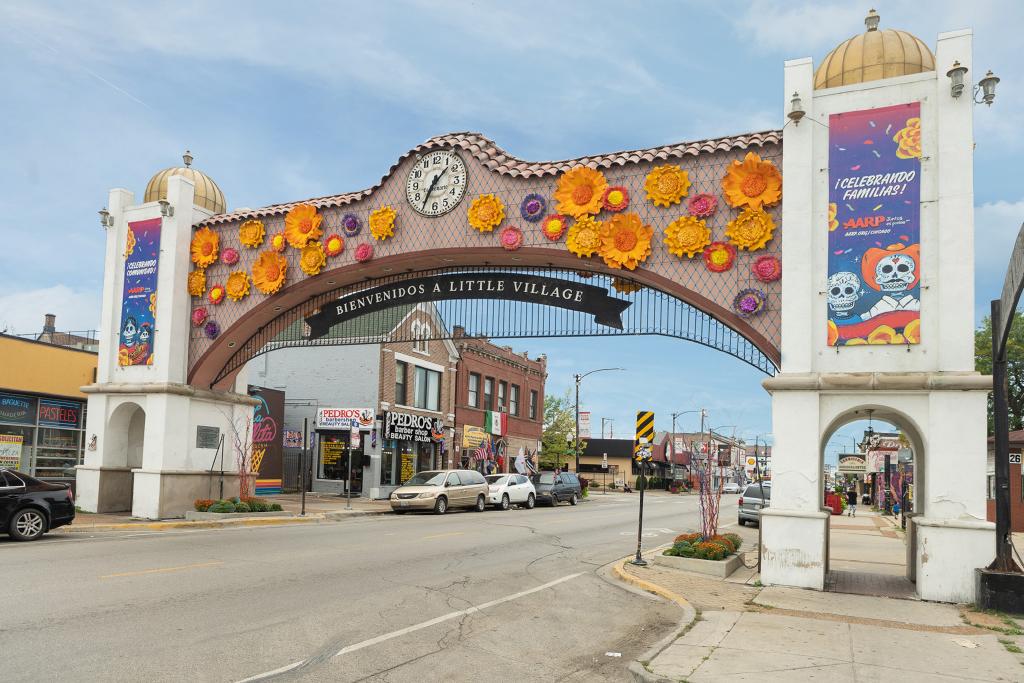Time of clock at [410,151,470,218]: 1:34
